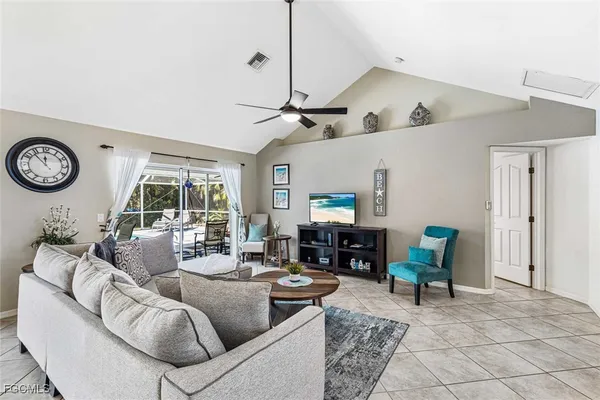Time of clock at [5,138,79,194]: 11:53
